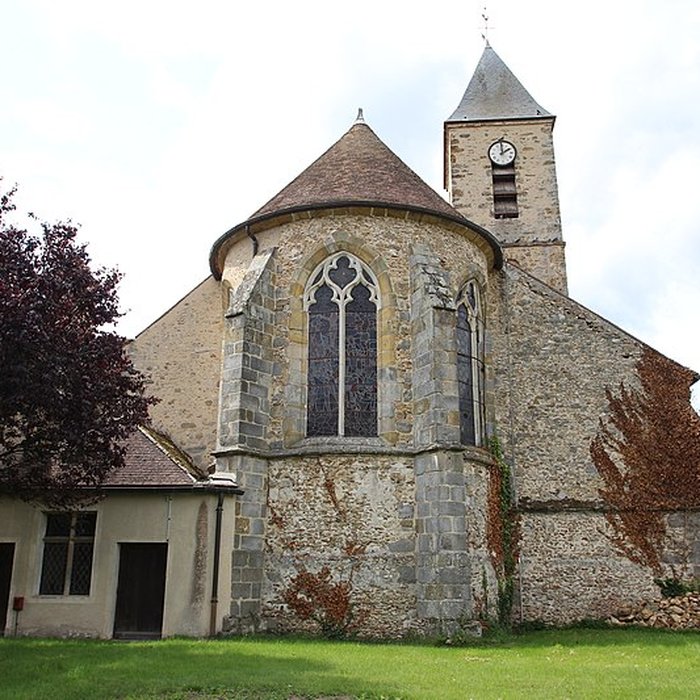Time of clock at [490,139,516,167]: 1:59
